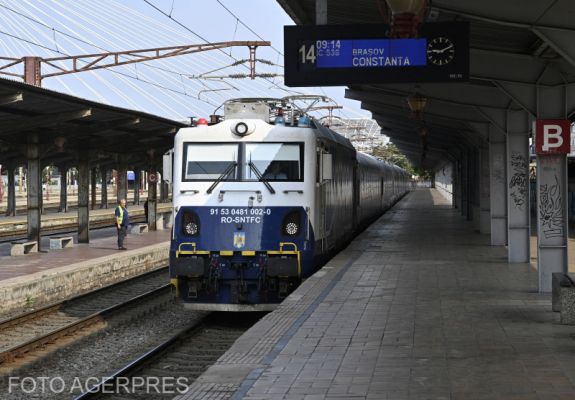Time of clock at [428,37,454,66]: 9:10
